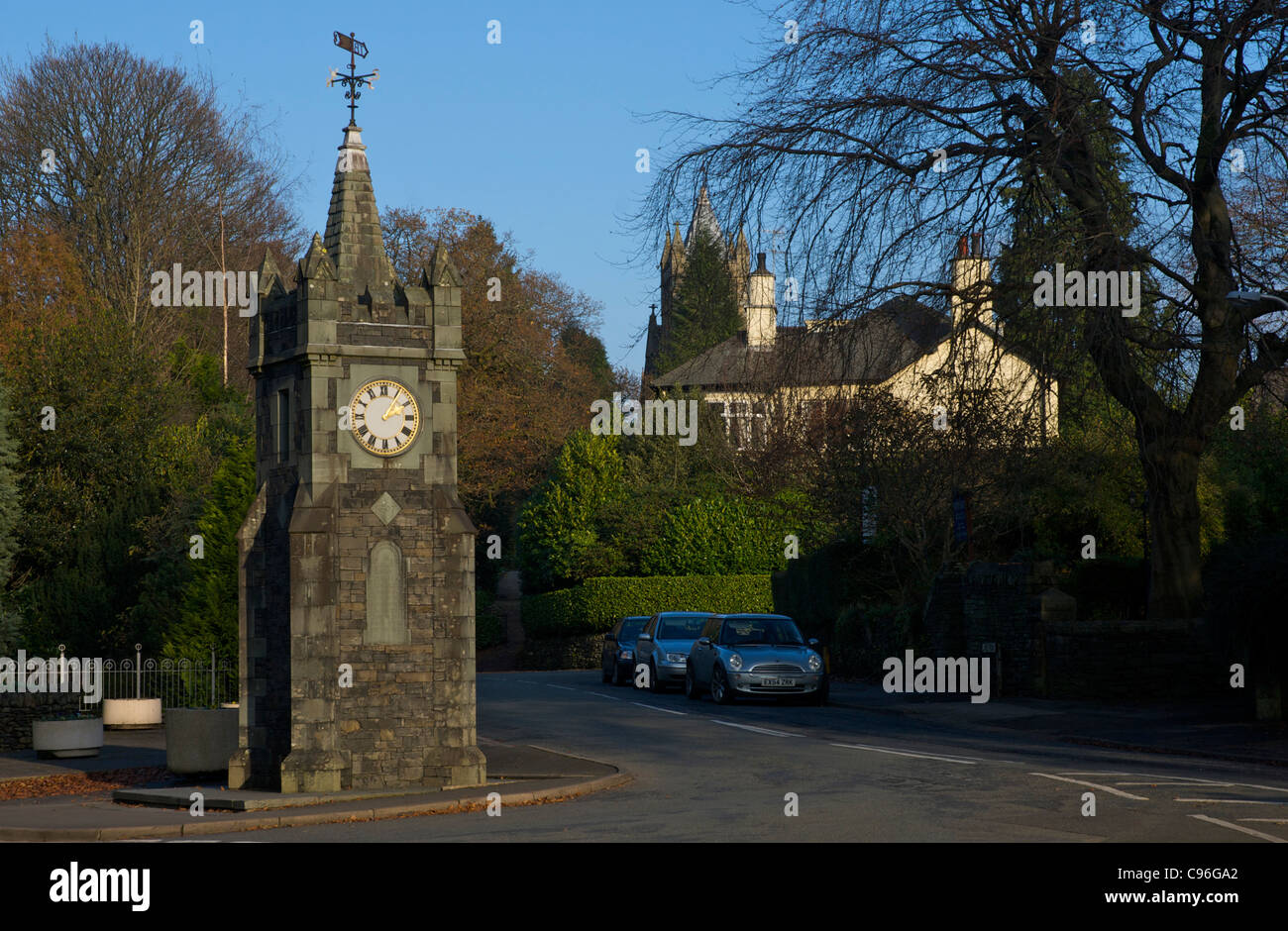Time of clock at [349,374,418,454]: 2:05
